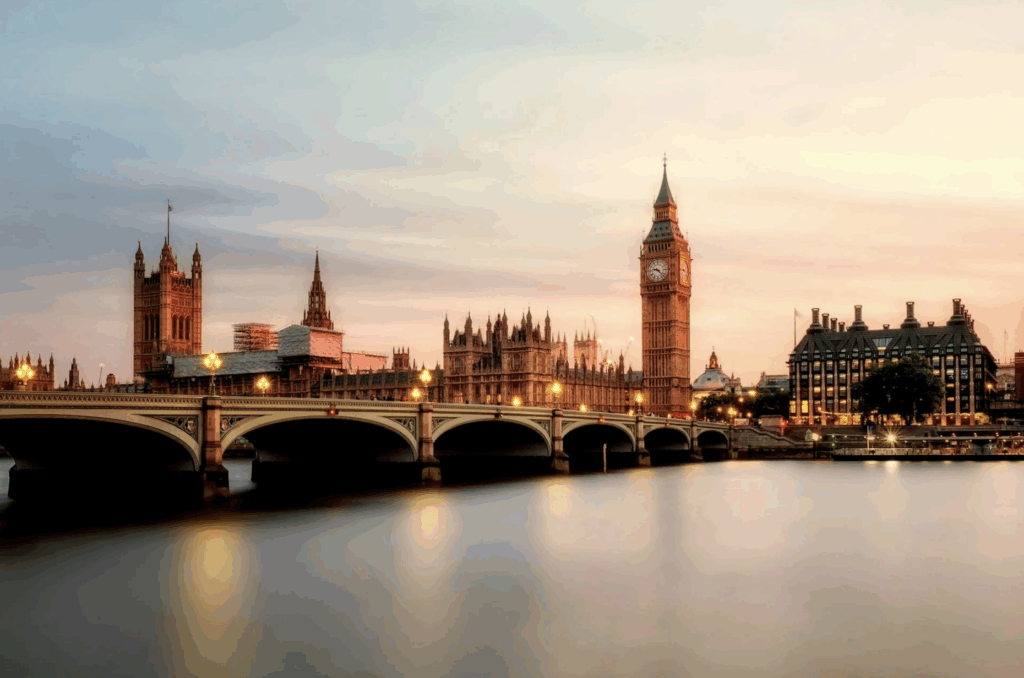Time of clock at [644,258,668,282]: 9:22
